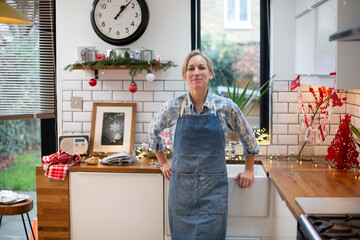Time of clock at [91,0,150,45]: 1:07
